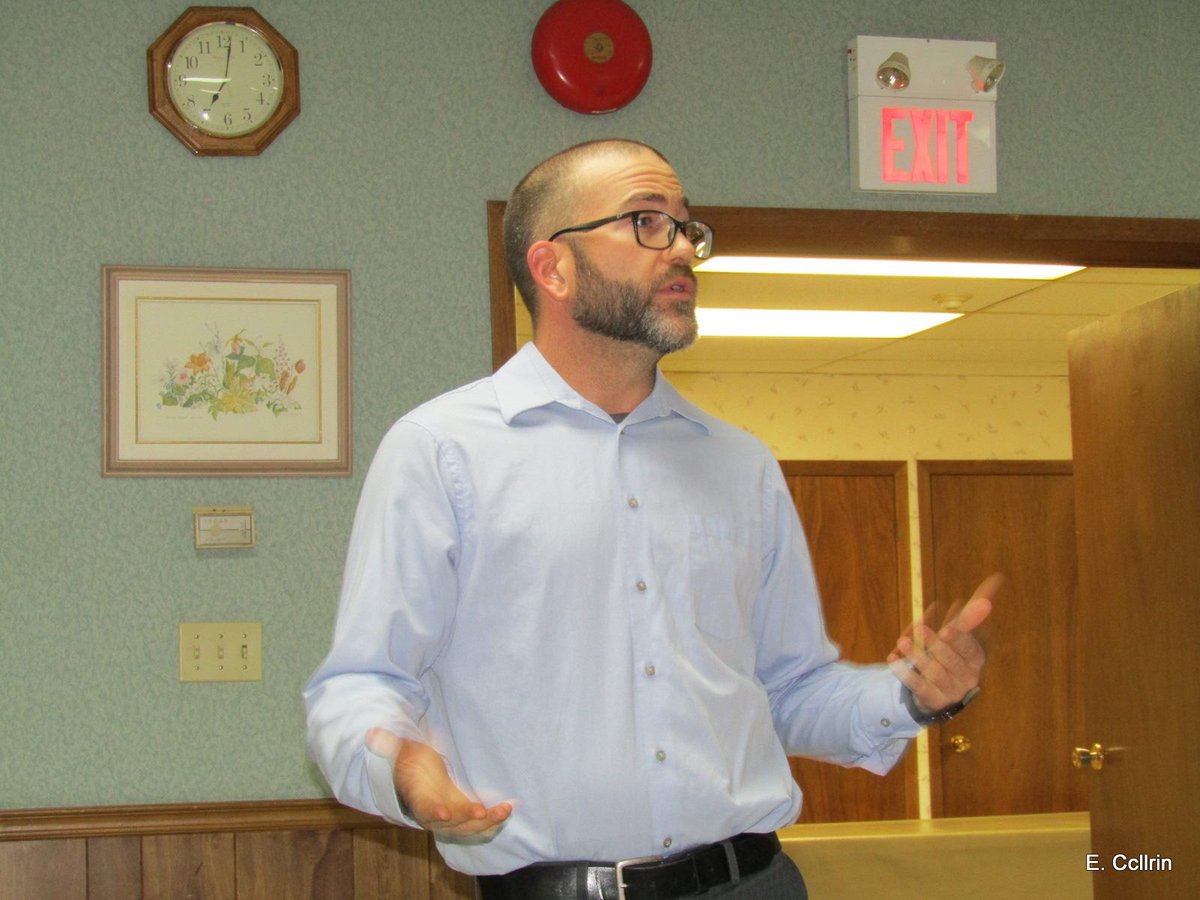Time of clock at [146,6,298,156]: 9:01
